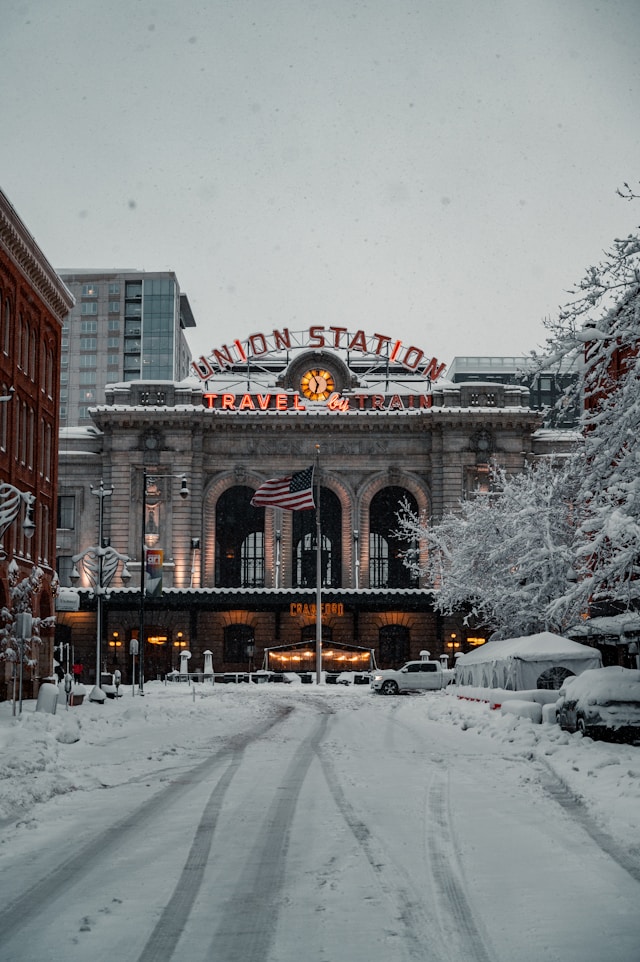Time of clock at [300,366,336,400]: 6:55
